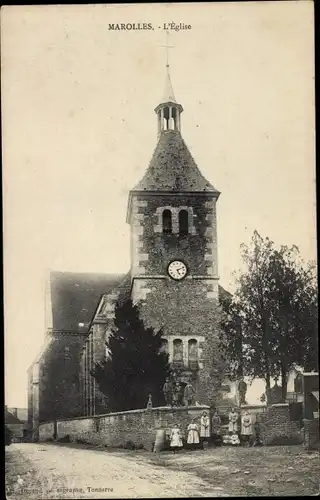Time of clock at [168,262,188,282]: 5:11
